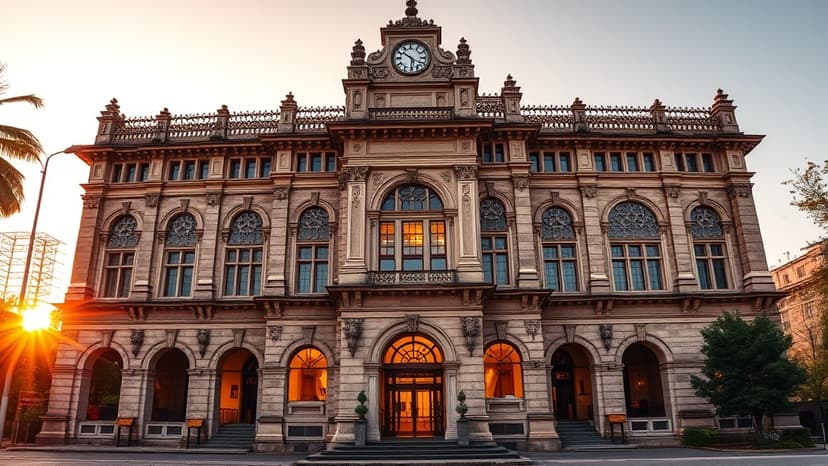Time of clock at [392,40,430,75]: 5:51
